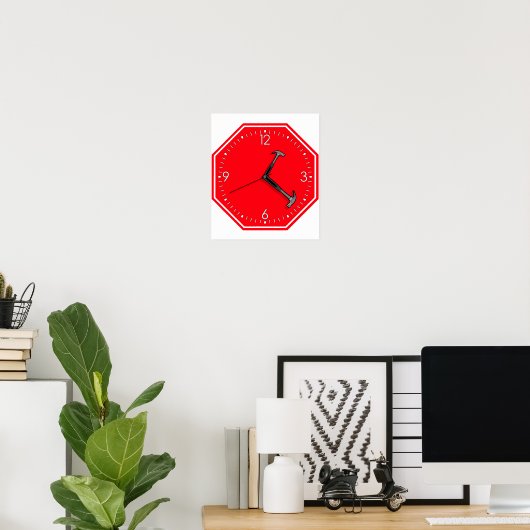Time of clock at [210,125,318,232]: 1:21
